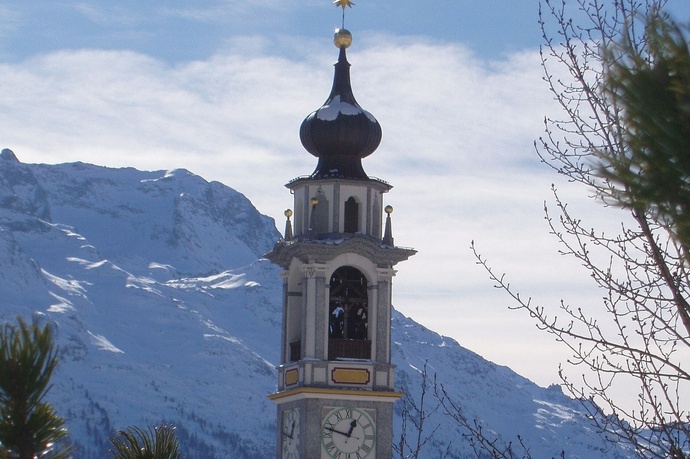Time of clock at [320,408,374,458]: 12:47
